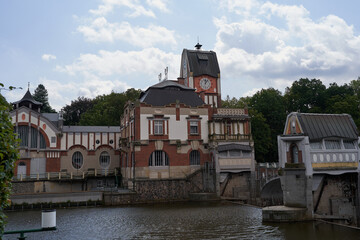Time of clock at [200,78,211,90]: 12:06
